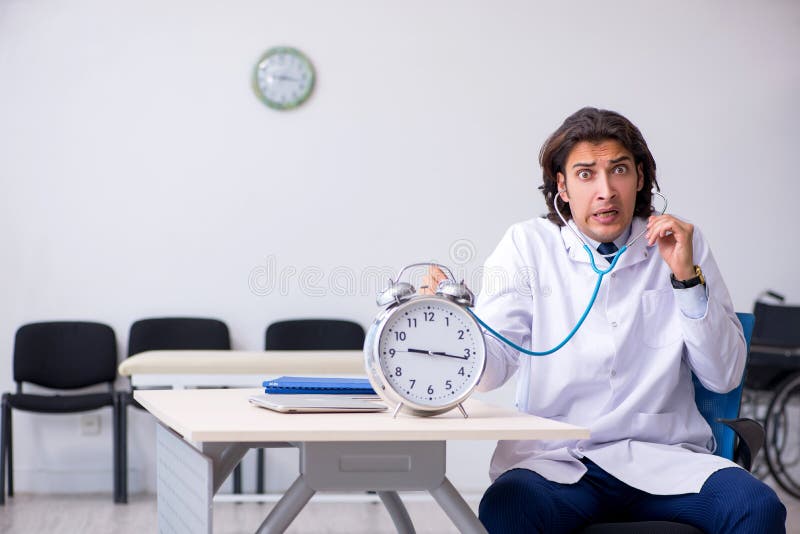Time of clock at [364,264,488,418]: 9:16
